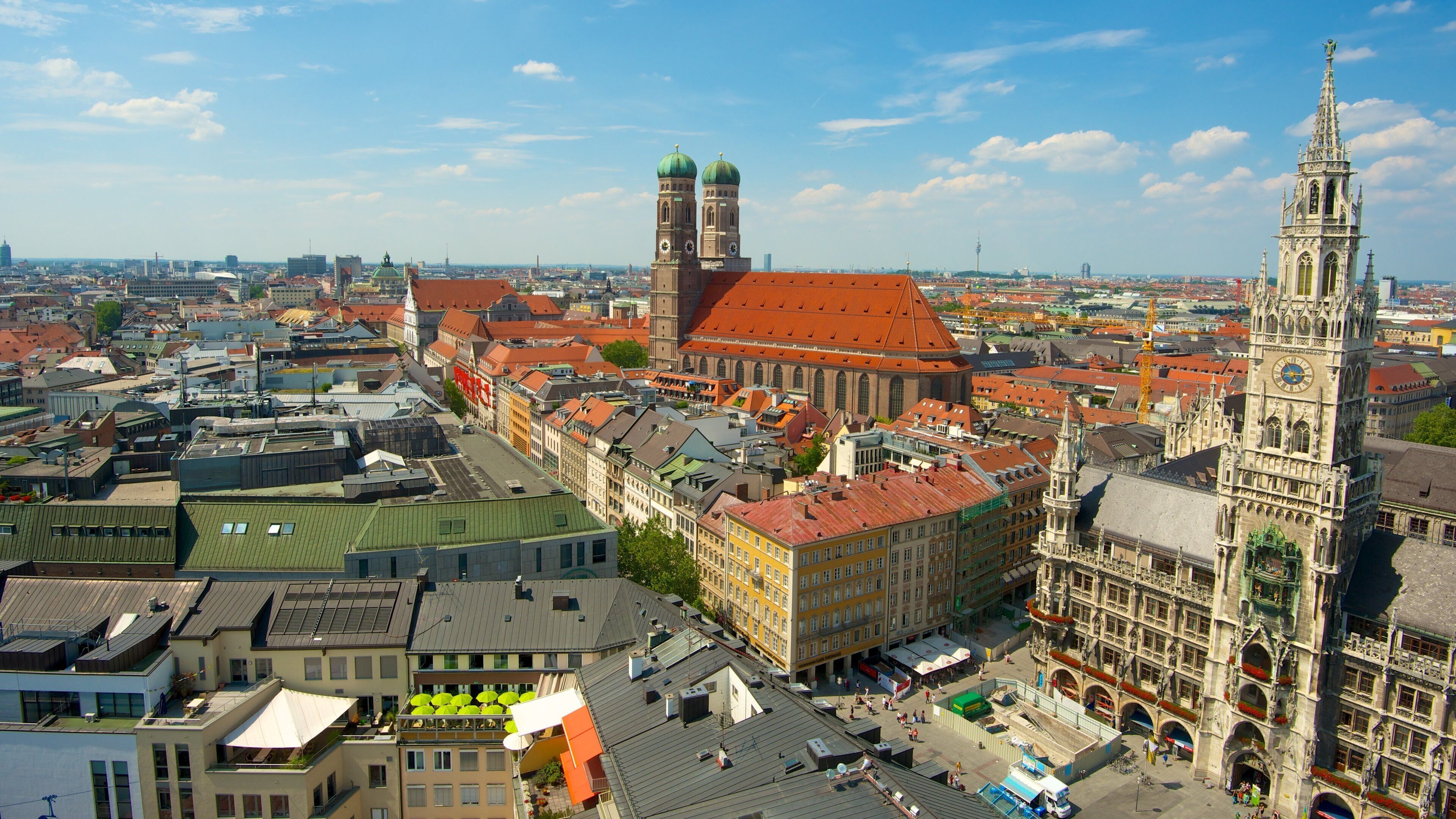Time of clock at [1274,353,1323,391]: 5:14
